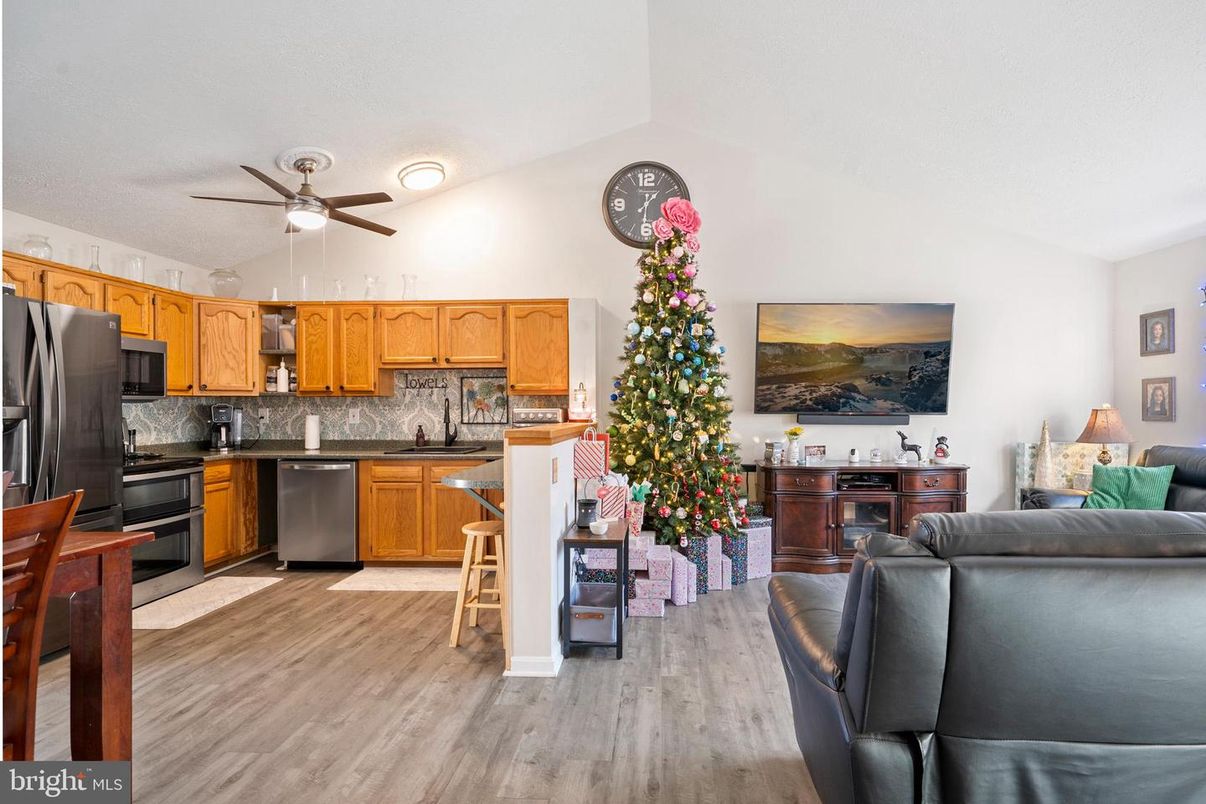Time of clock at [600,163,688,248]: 1:30
